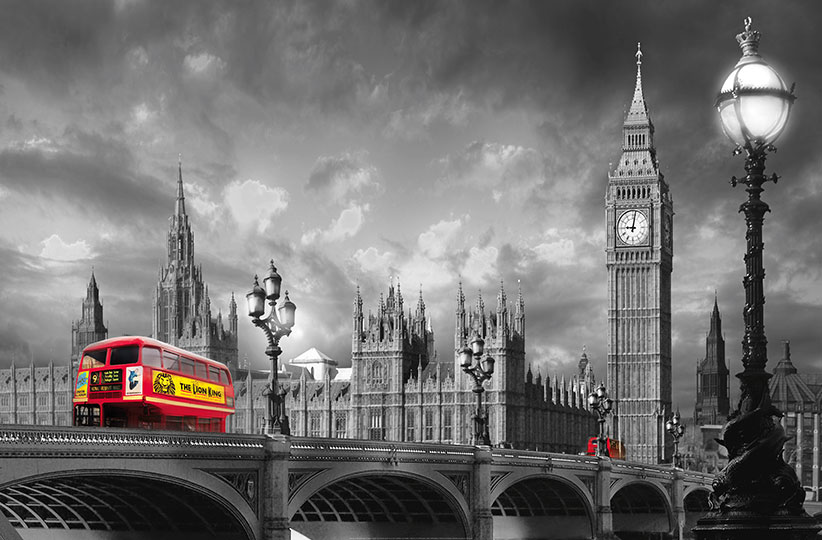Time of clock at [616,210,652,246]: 9:01
